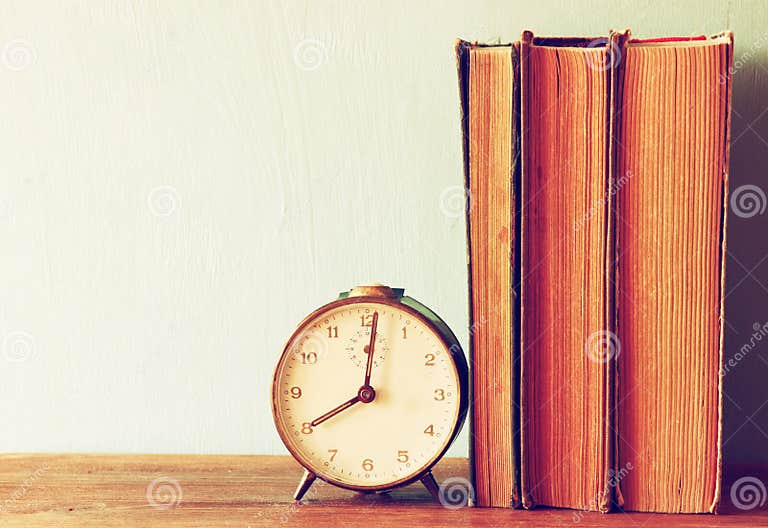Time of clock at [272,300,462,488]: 8:01
